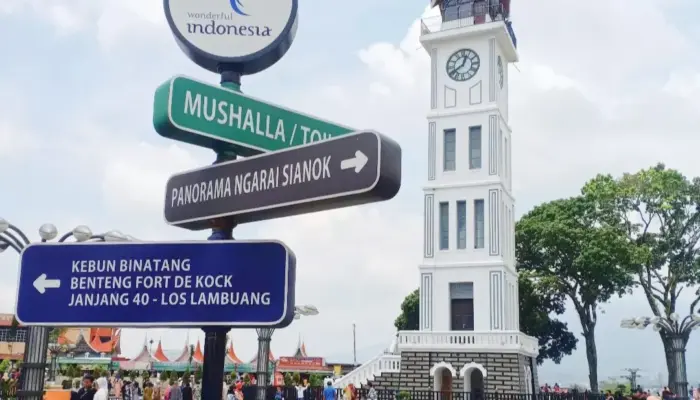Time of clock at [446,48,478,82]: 12:39
